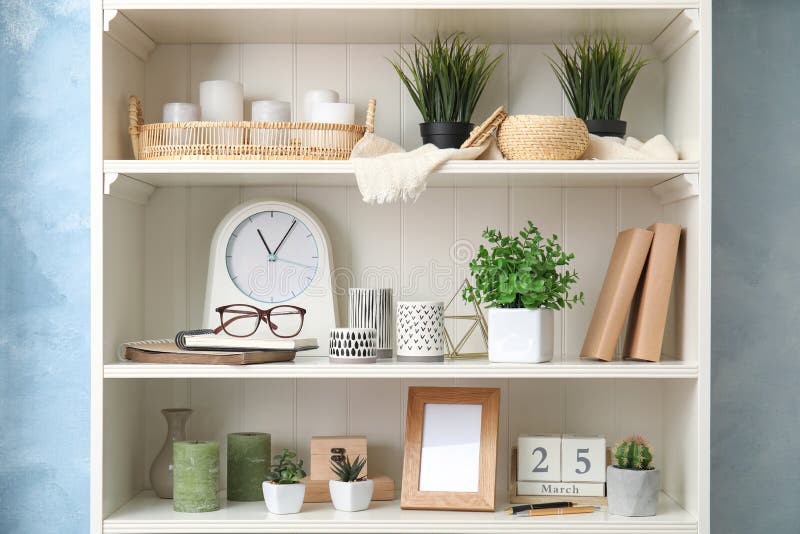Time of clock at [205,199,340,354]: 11:05
